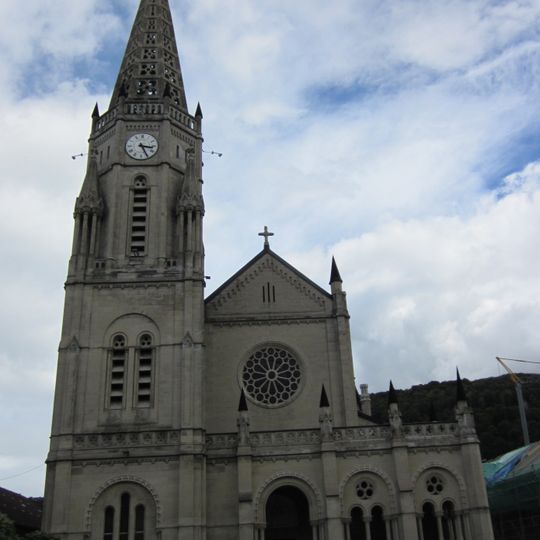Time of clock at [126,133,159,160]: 3:25
